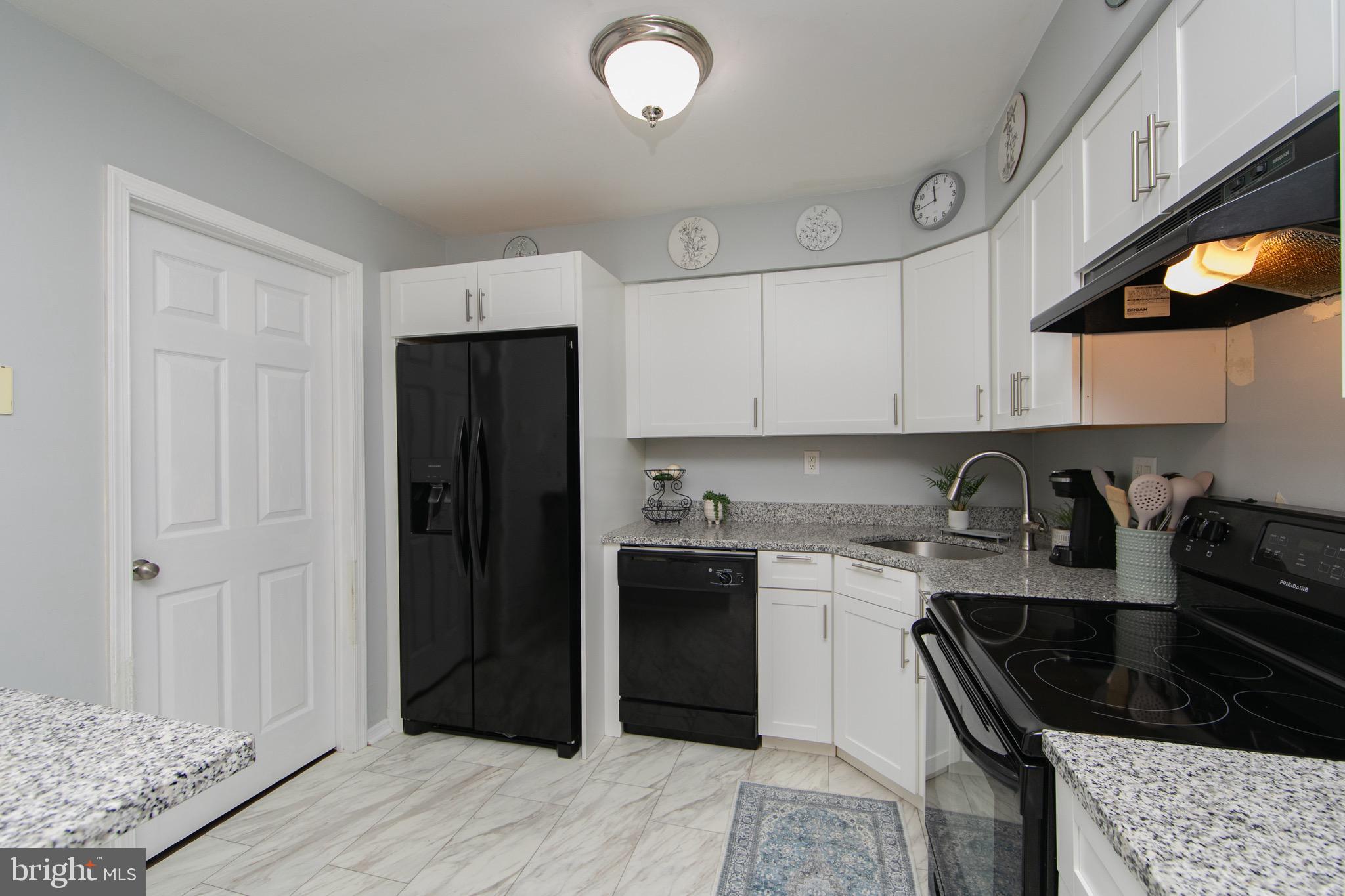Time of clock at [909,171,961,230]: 11:43
